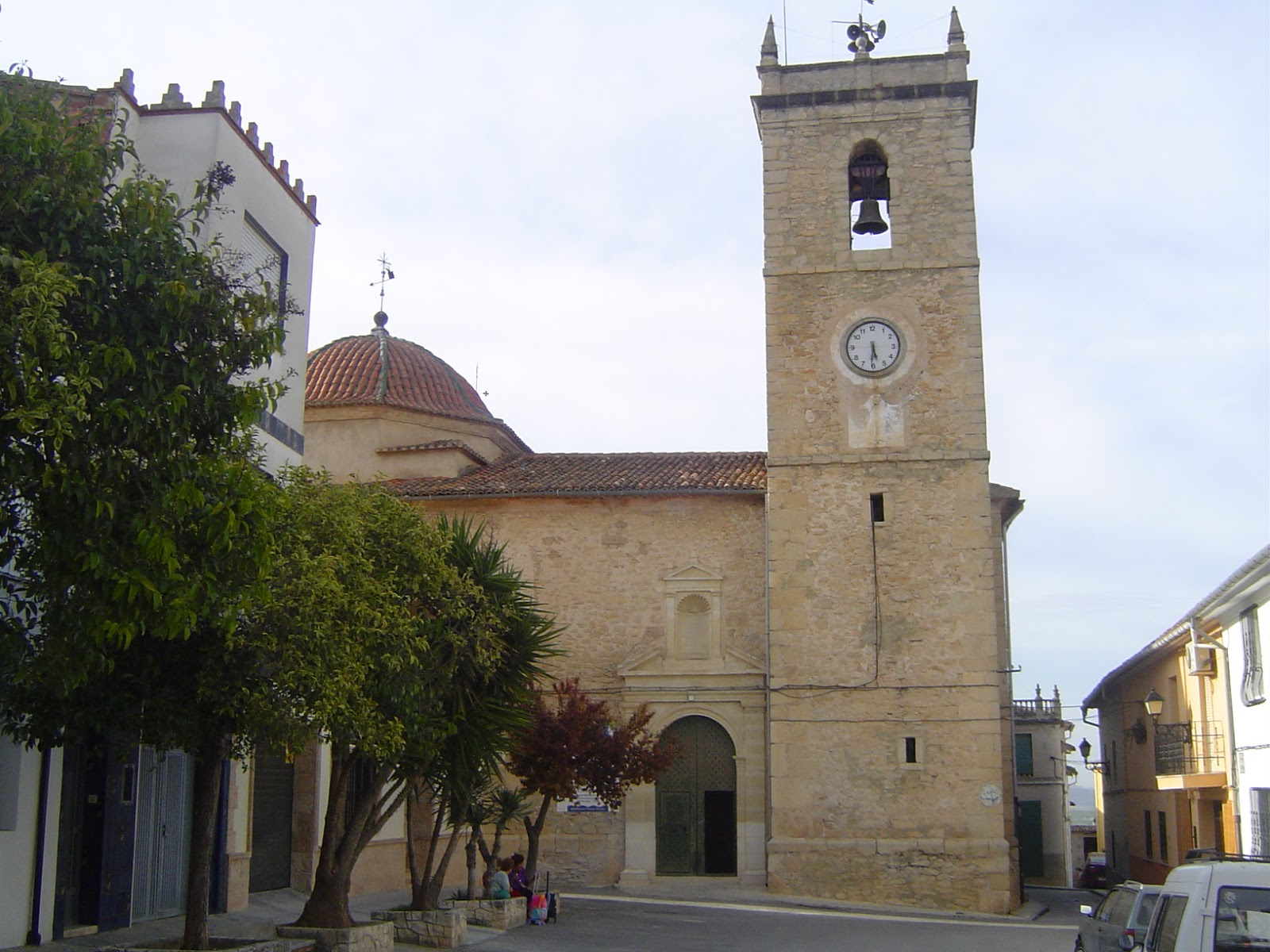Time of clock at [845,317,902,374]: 5:30
